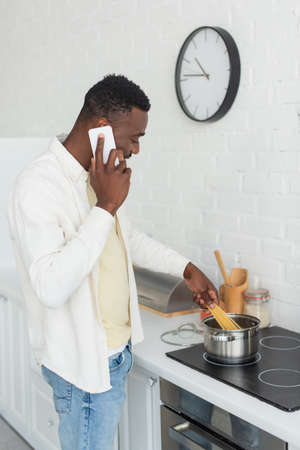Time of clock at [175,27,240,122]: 10:45
